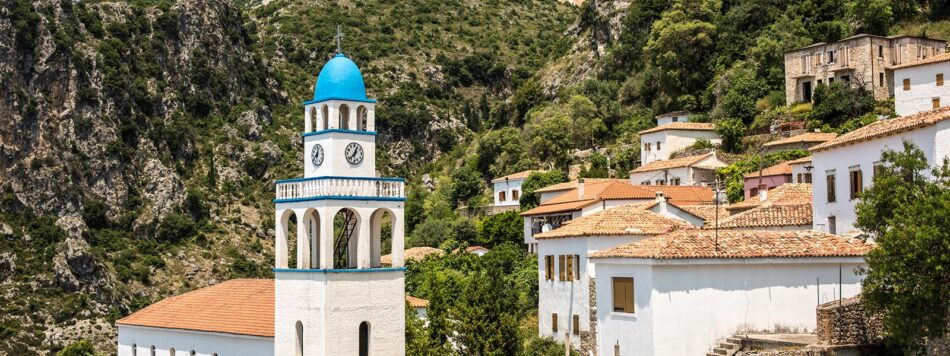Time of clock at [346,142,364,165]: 12:37
